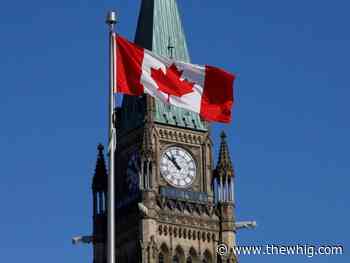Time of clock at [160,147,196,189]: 10:51
